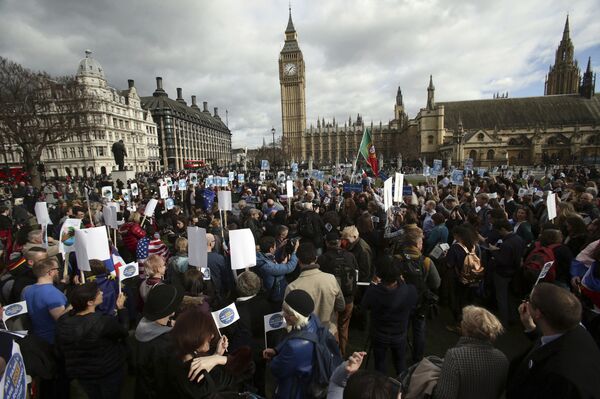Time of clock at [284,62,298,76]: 1:36
